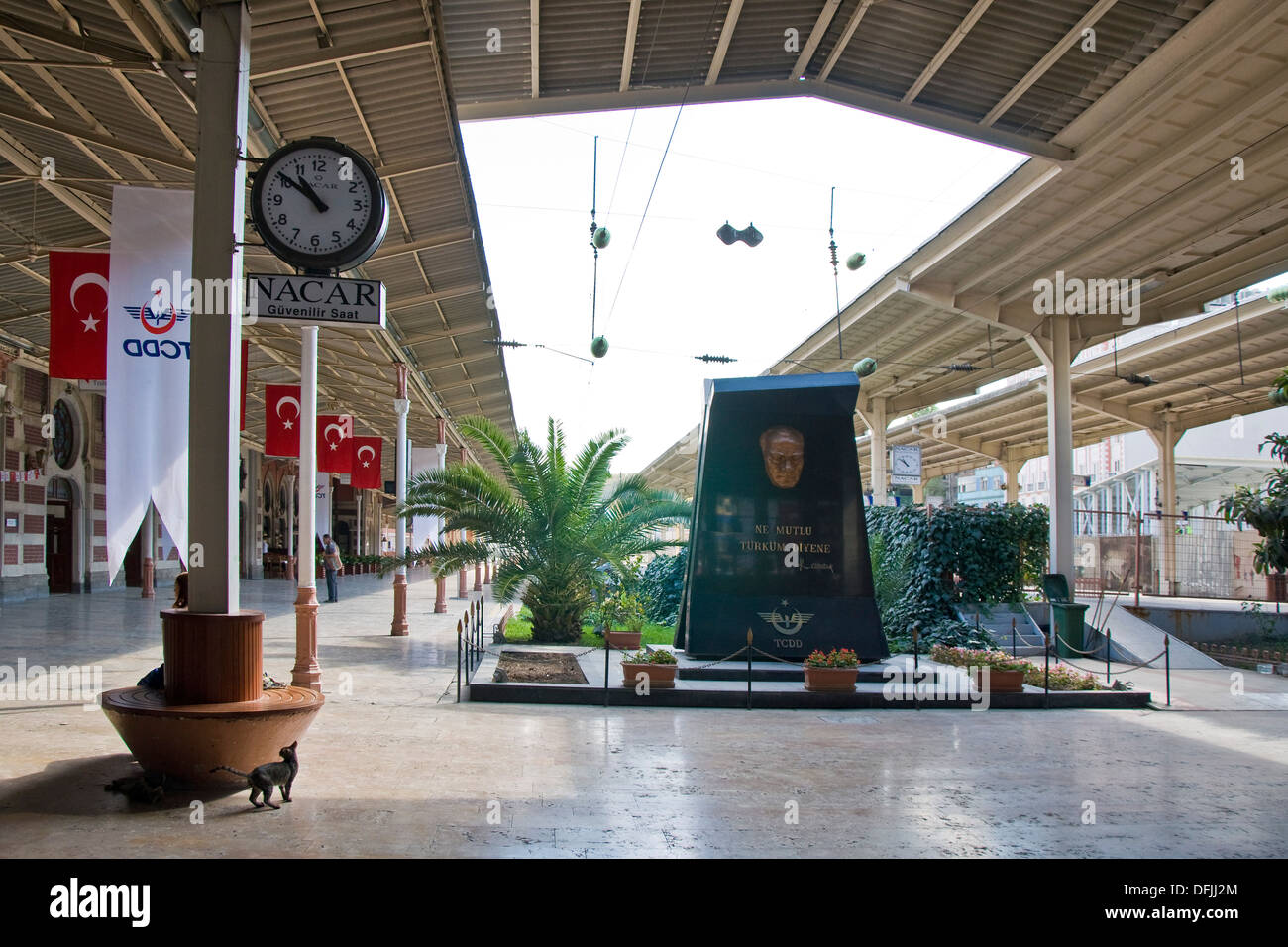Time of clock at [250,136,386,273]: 10:50
